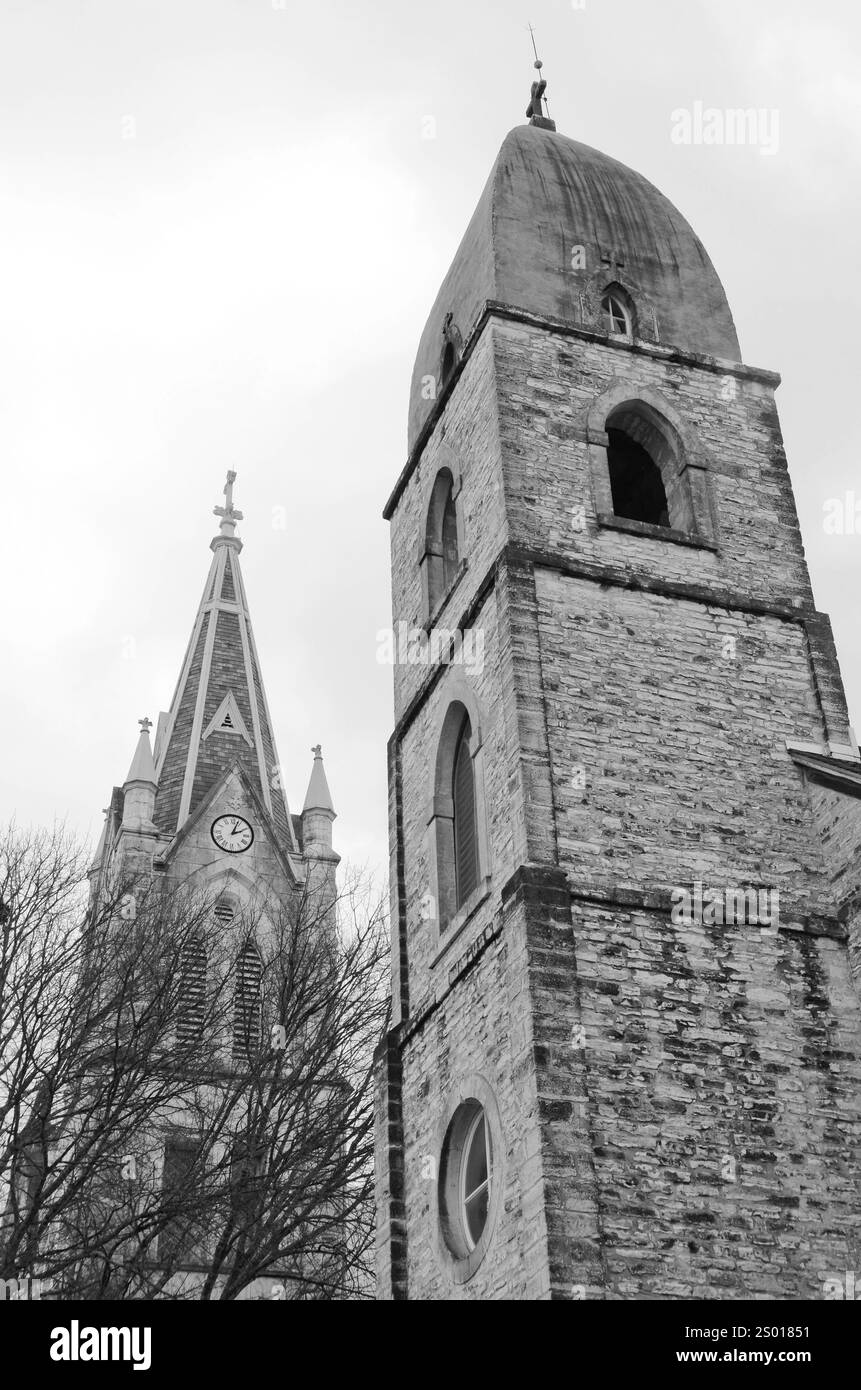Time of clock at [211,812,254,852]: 2:03
